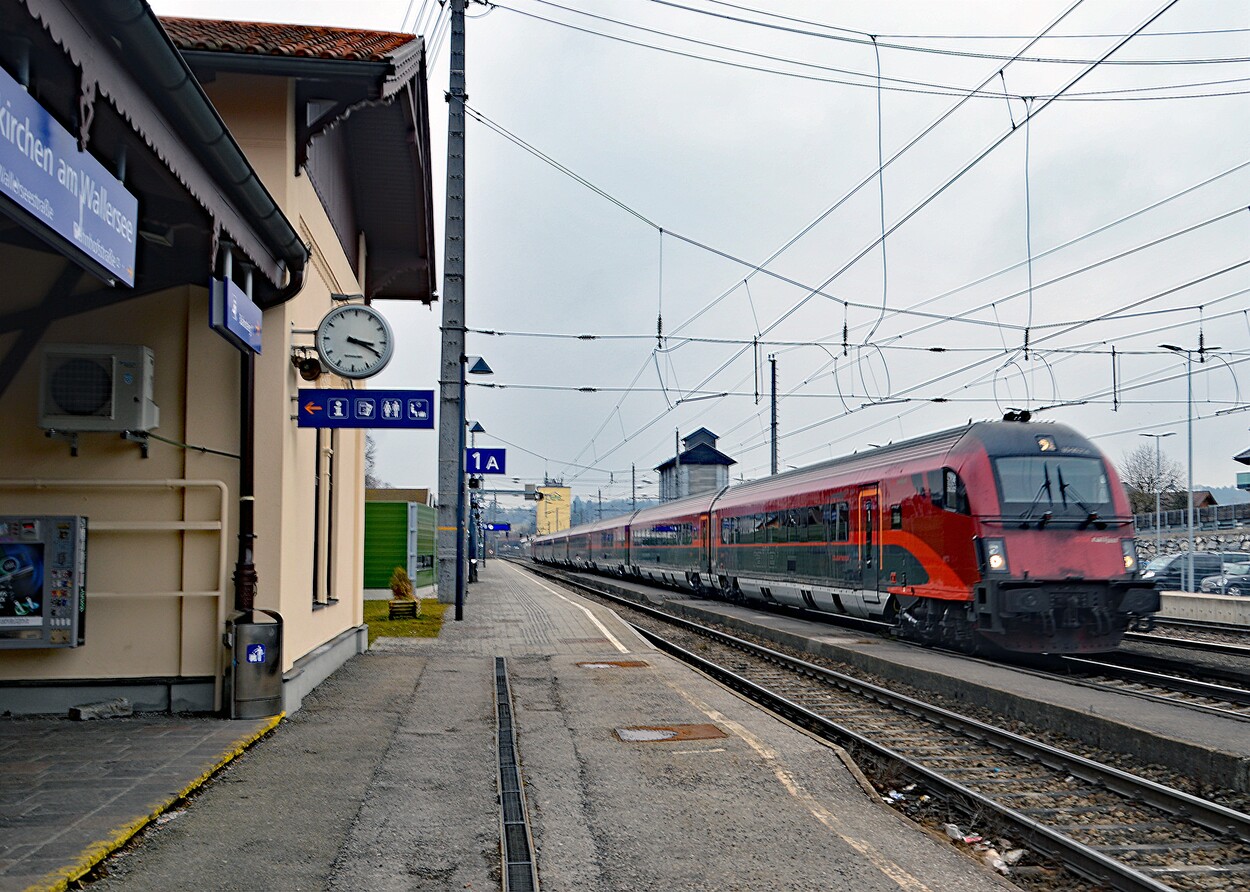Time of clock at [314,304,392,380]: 3:19
